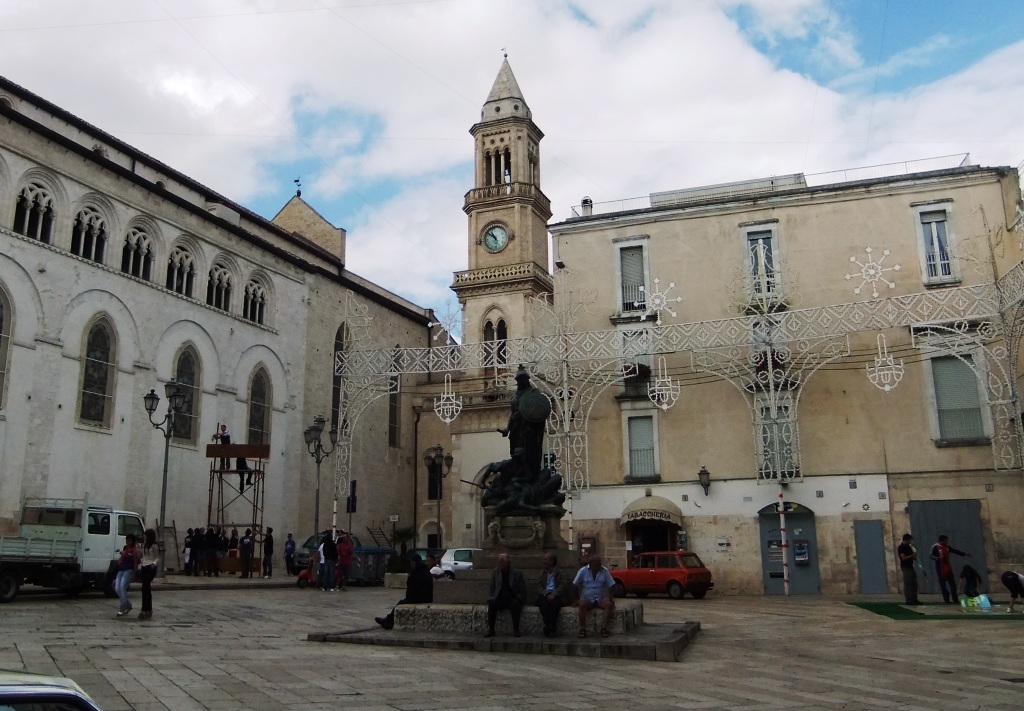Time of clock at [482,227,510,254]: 10:51
